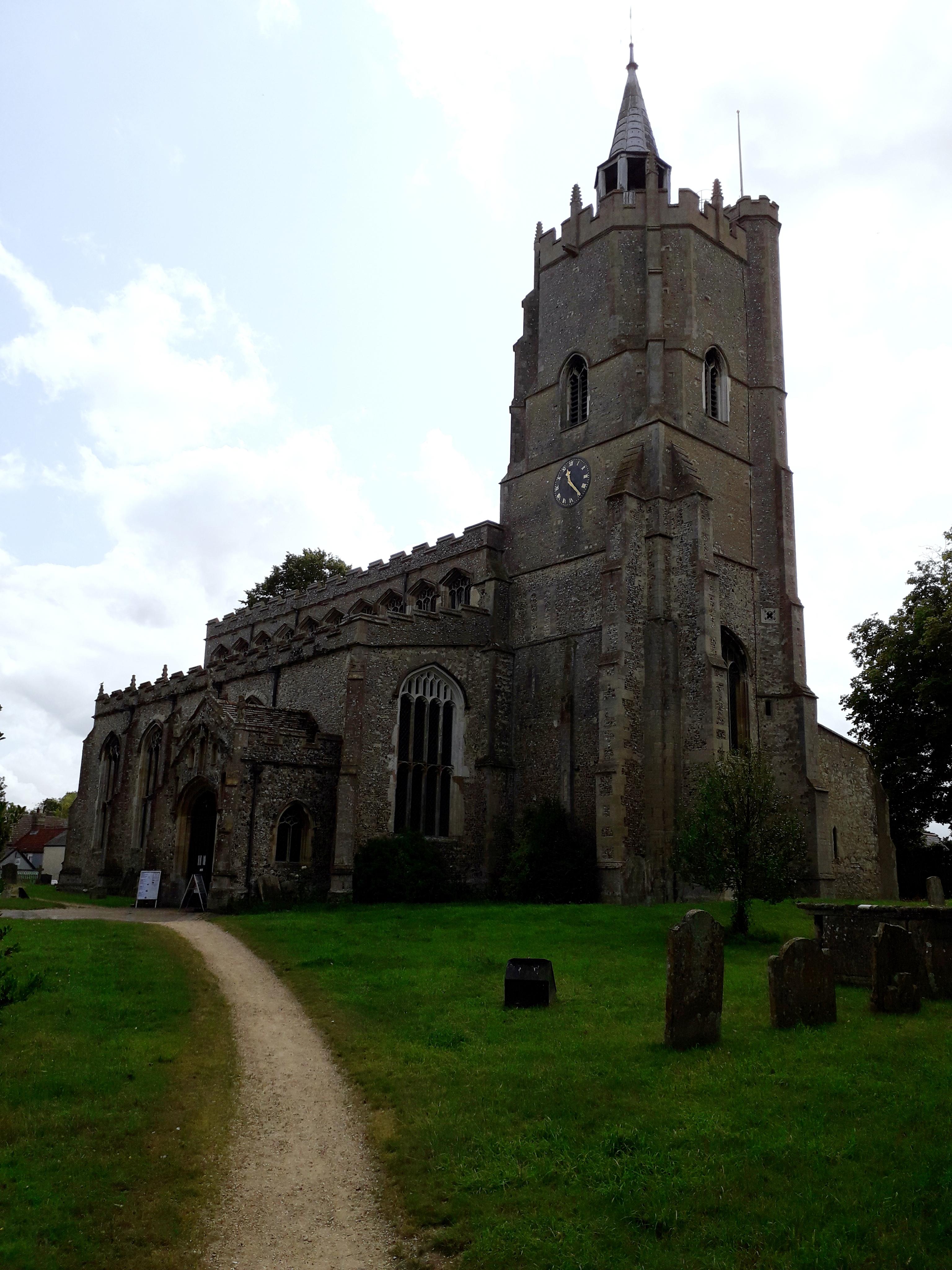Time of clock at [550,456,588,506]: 11:24
